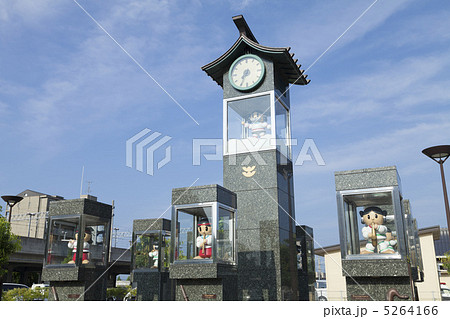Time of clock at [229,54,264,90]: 7:34
